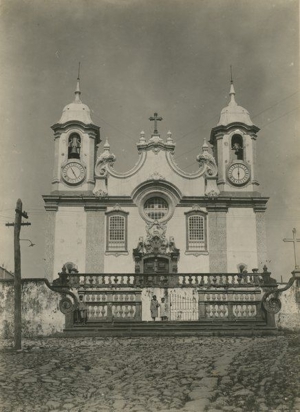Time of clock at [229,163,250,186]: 6:00
